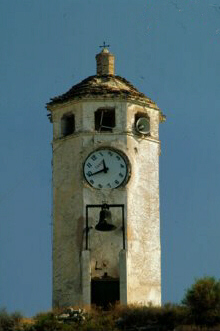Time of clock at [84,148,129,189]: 11:43
